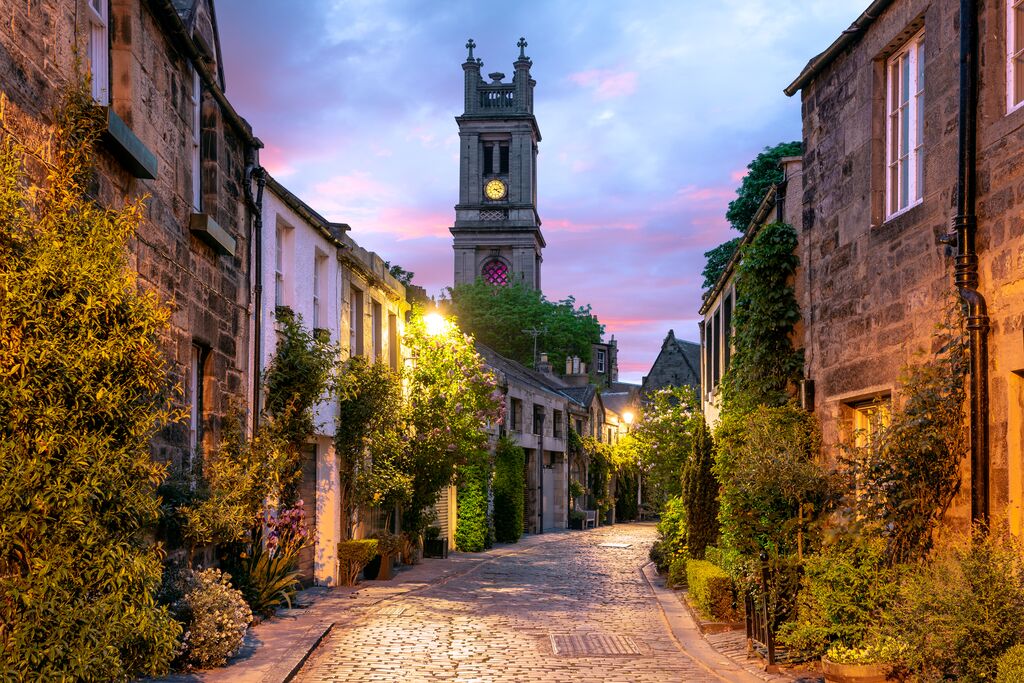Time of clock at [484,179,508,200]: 4:12
